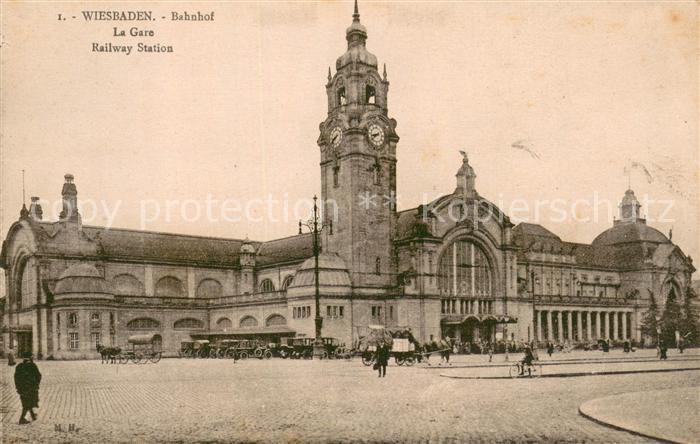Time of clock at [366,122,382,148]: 8:38
